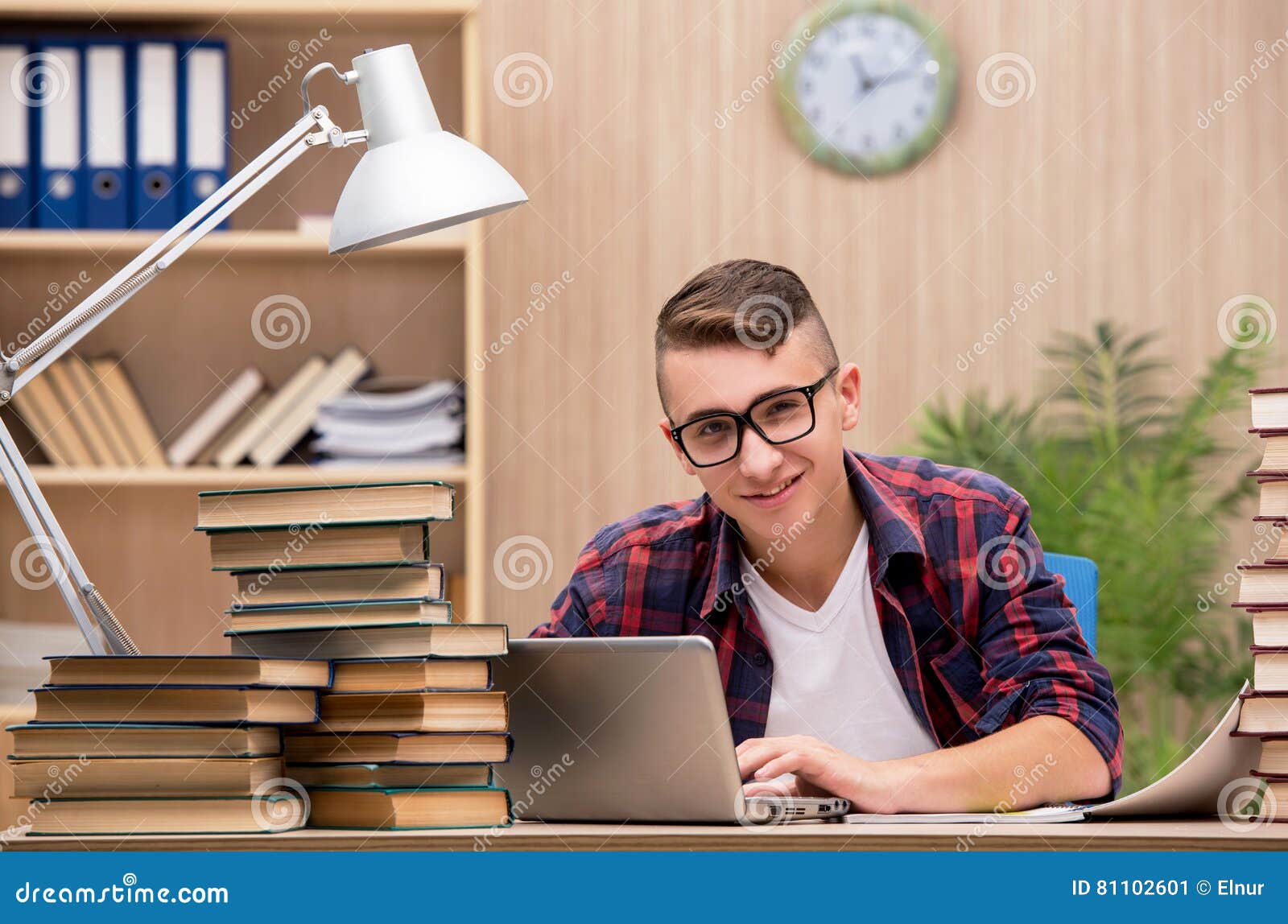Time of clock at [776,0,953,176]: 11:12
